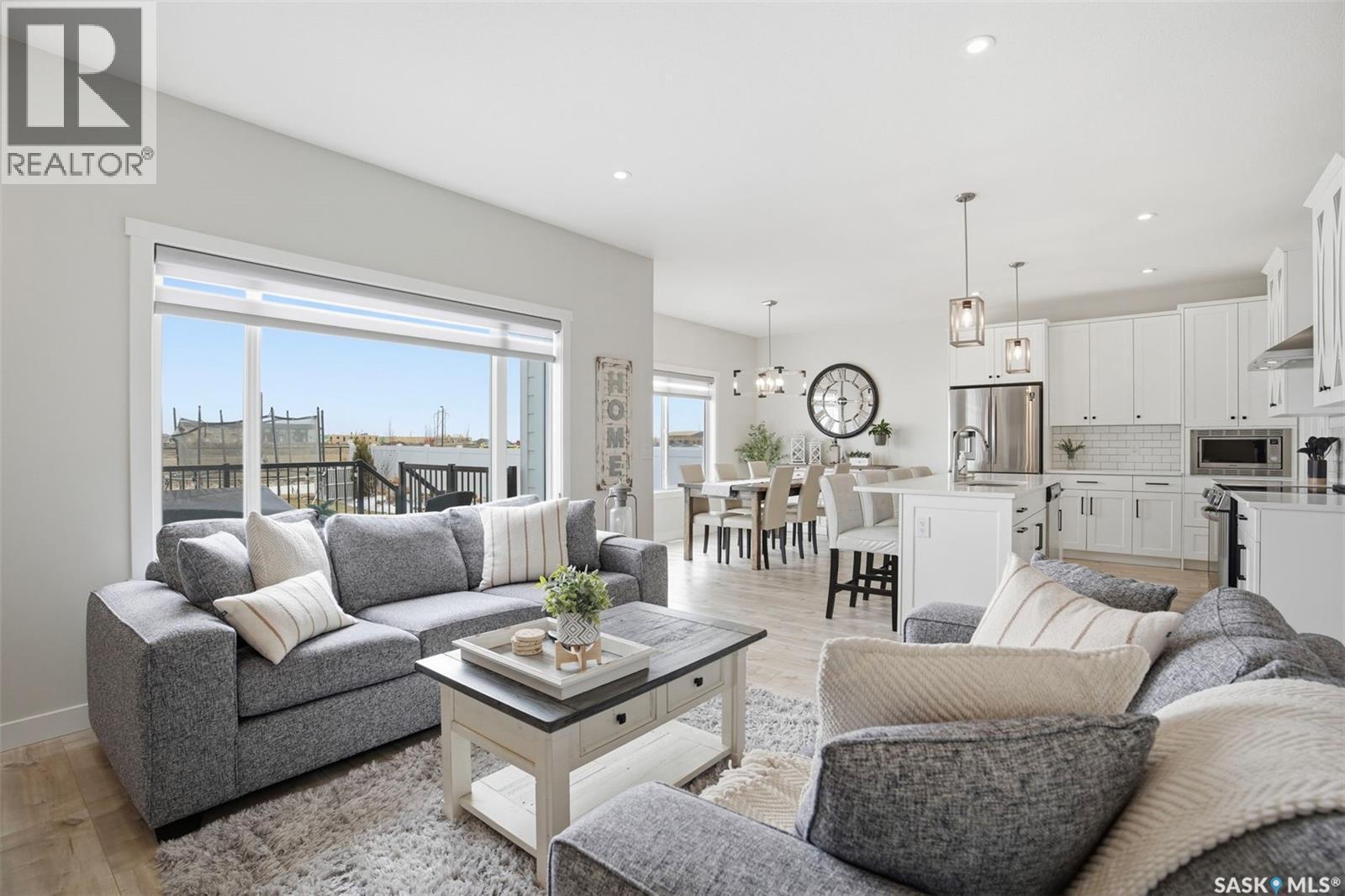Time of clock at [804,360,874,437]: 5:59
